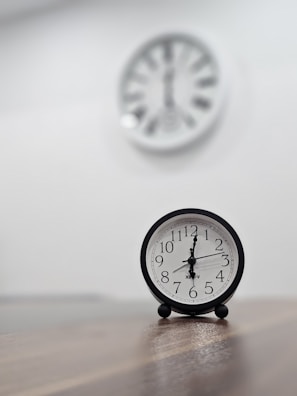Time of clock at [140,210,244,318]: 6:01
